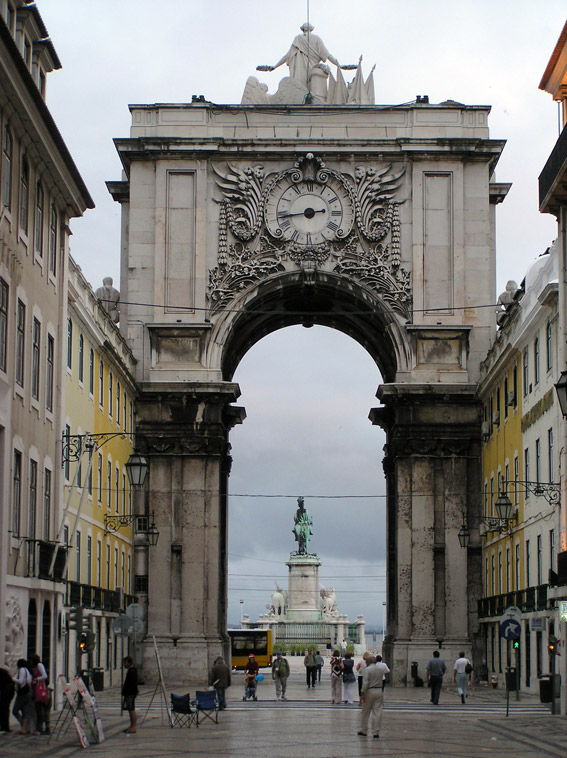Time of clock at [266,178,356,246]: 2:43
